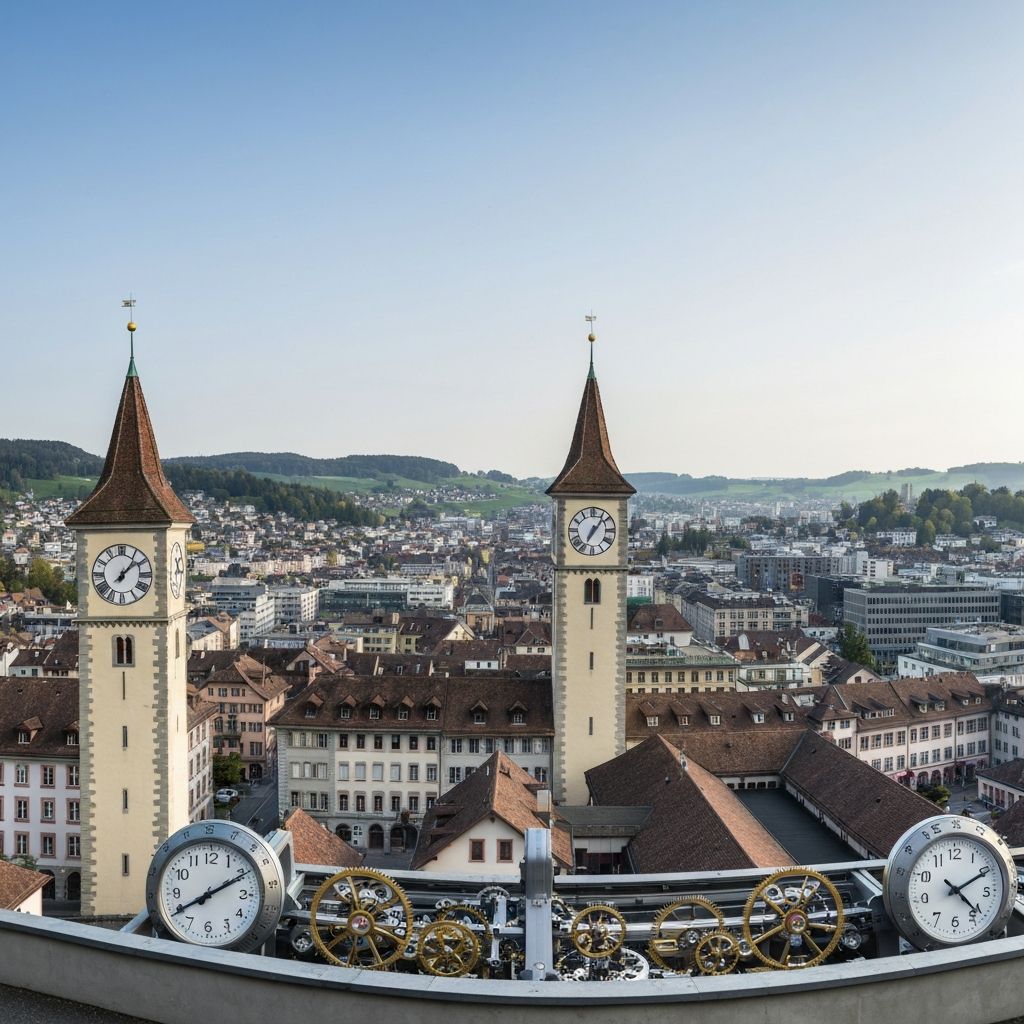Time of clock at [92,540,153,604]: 1:08
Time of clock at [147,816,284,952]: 8:10
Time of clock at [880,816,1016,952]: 4:10
